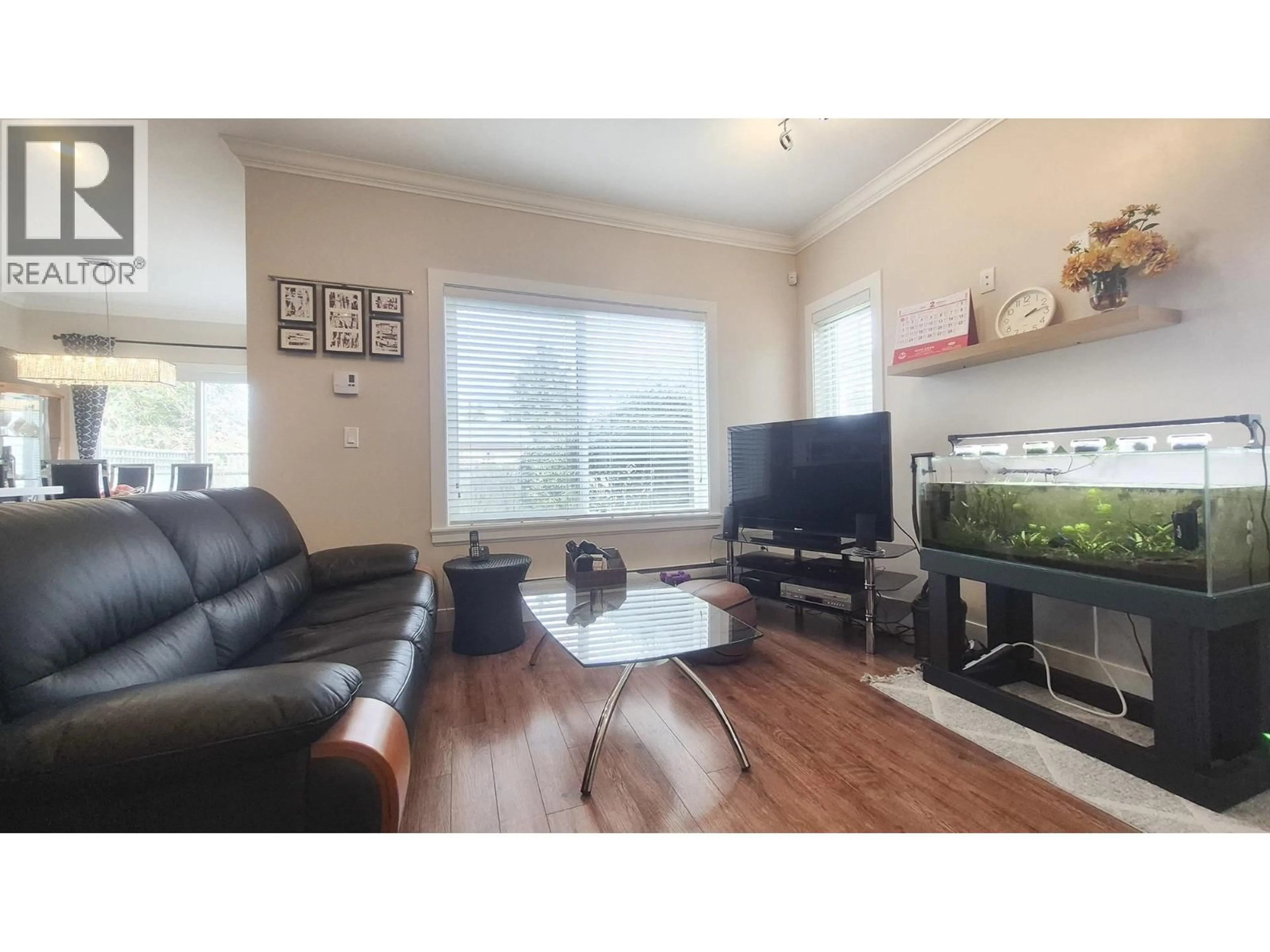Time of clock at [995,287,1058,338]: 2:12
